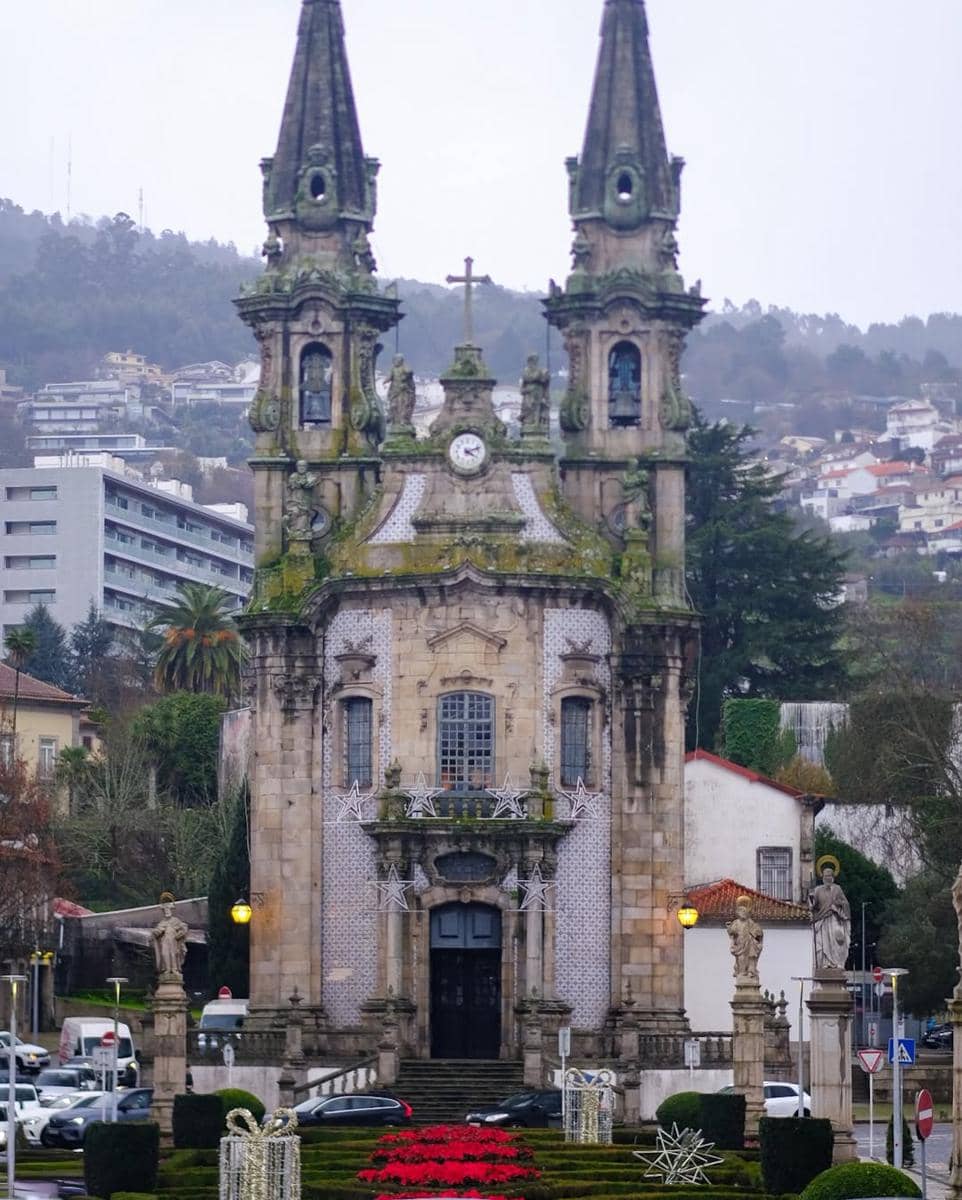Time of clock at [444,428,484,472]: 4:11
